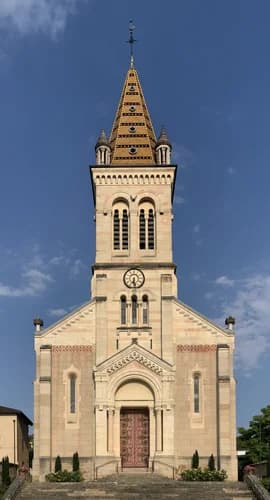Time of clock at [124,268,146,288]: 6:28
